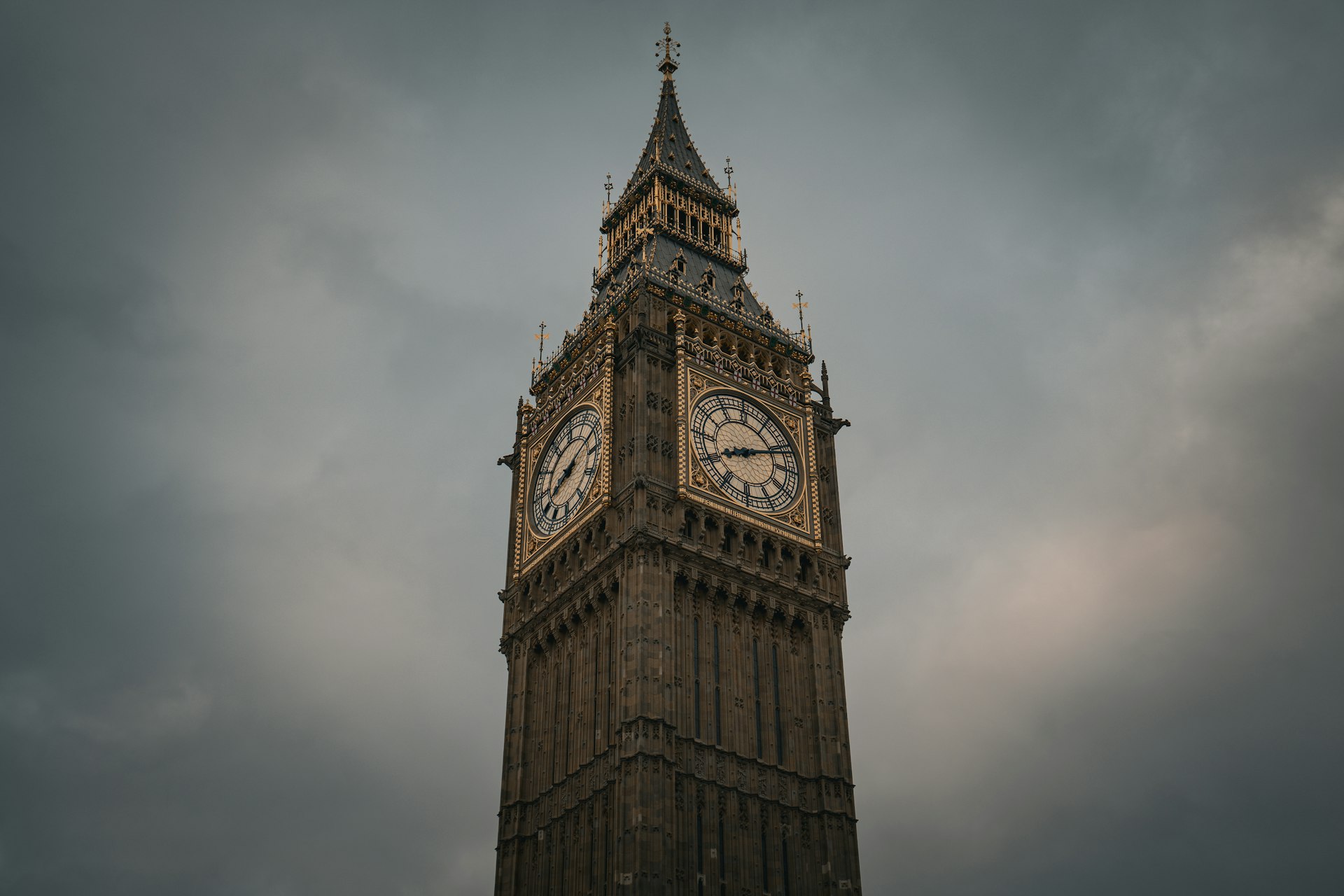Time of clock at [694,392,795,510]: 8:11
